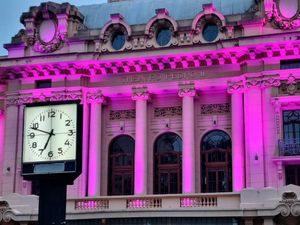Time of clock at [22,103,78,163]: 6:48
